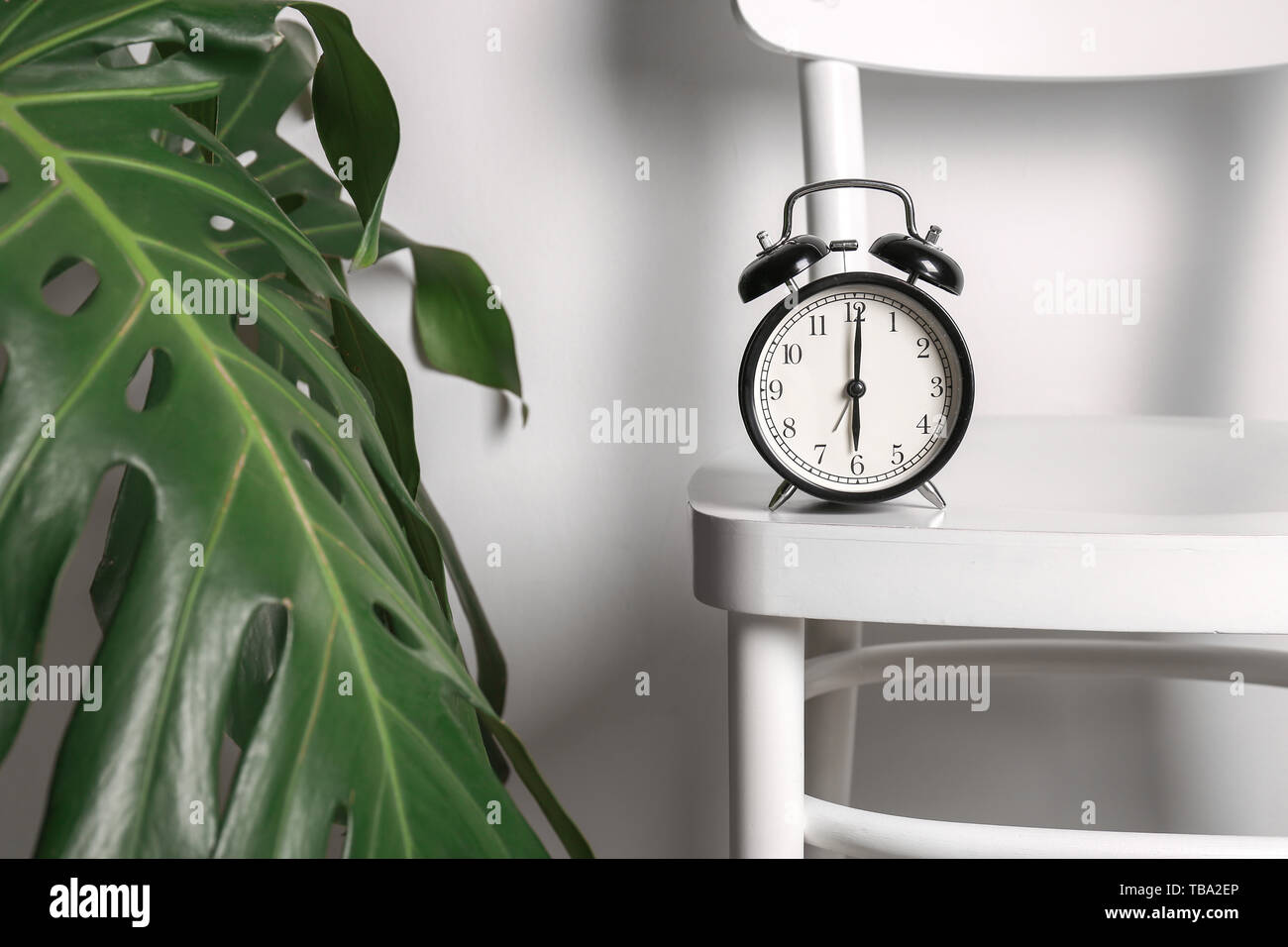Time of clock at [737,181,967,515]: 6:00
